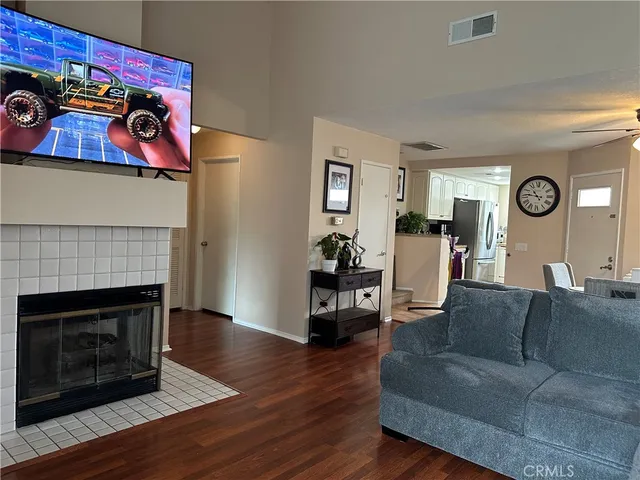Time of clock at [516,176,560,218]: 10:46
